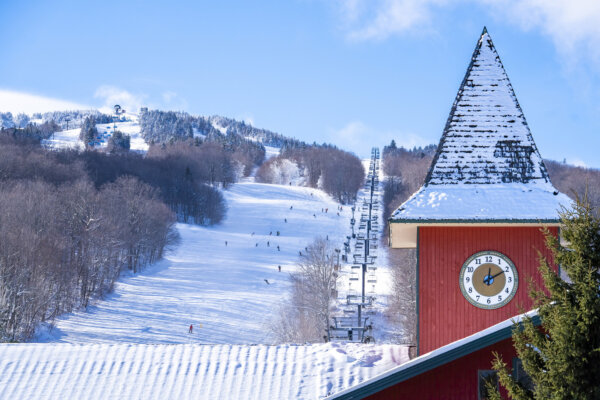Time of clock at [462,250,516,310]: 12:10
